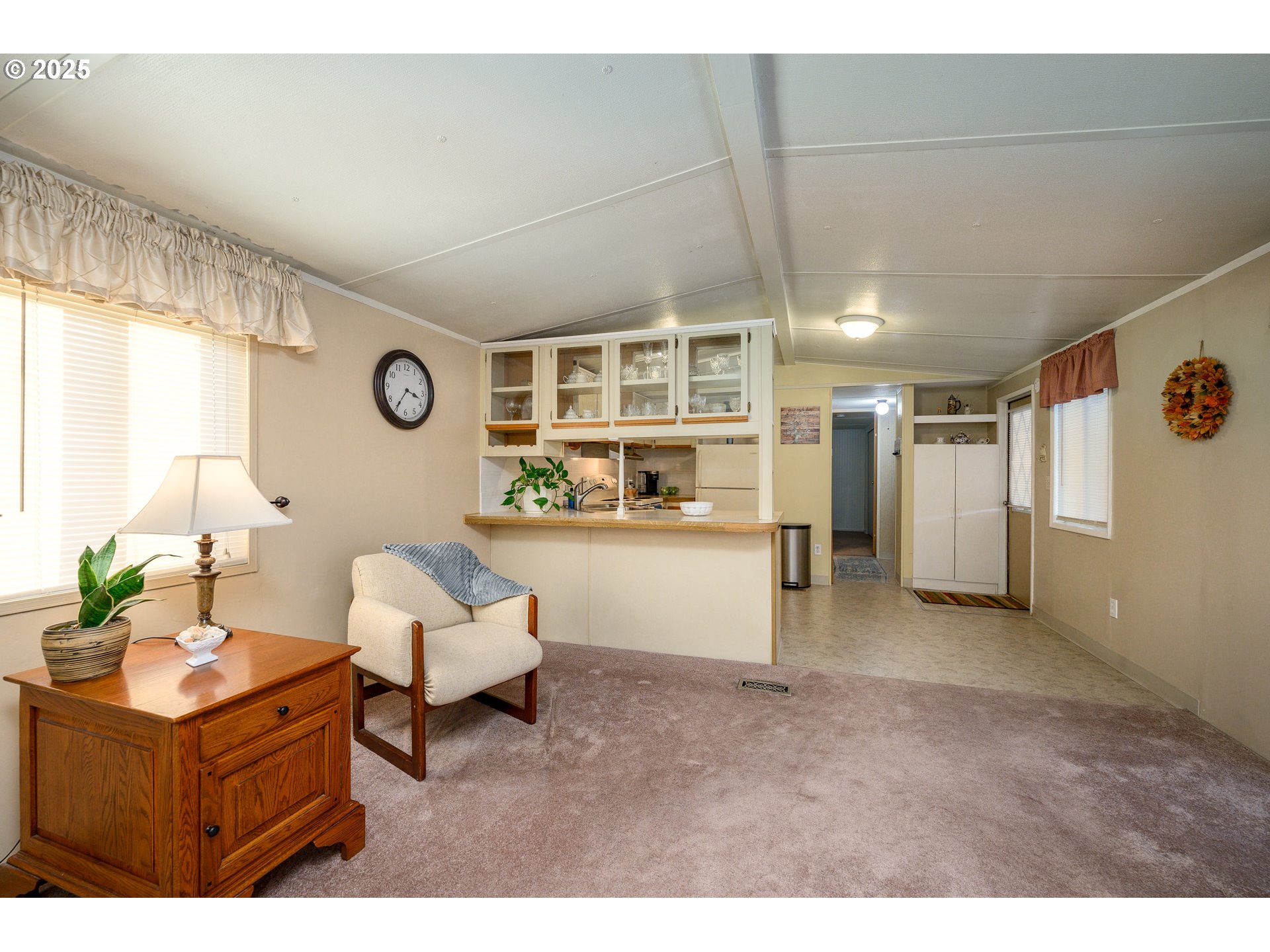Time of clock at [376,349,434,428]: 3:35
